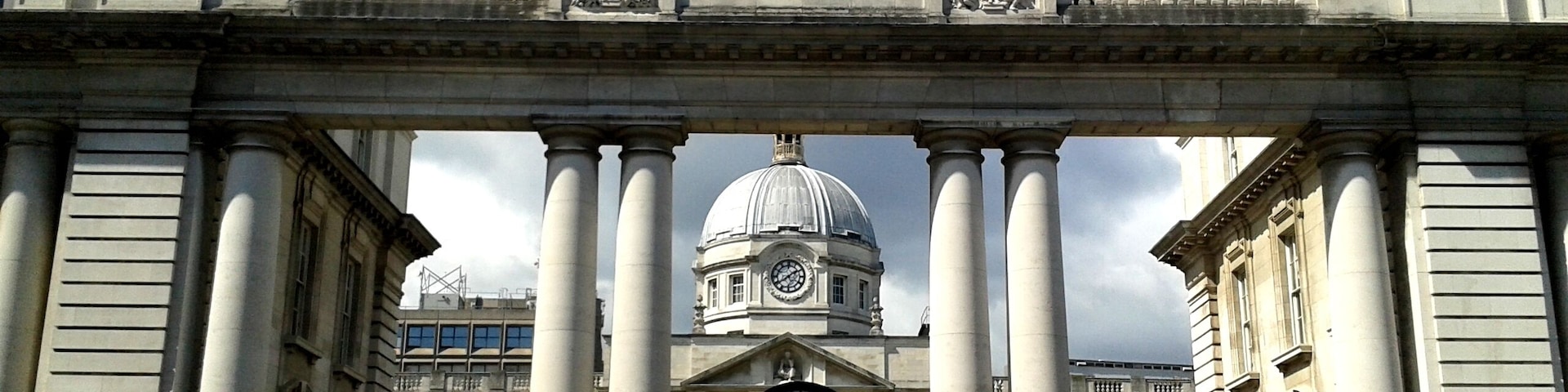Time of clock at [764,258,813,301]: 1:39
